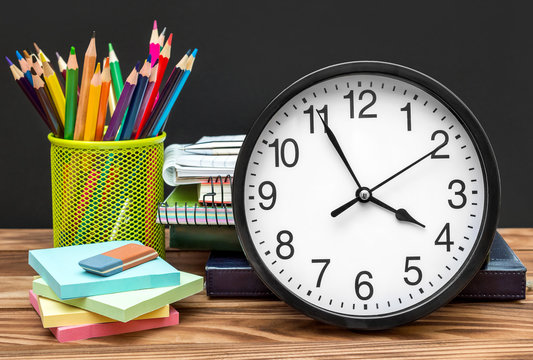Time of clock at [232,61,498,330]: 3:55
